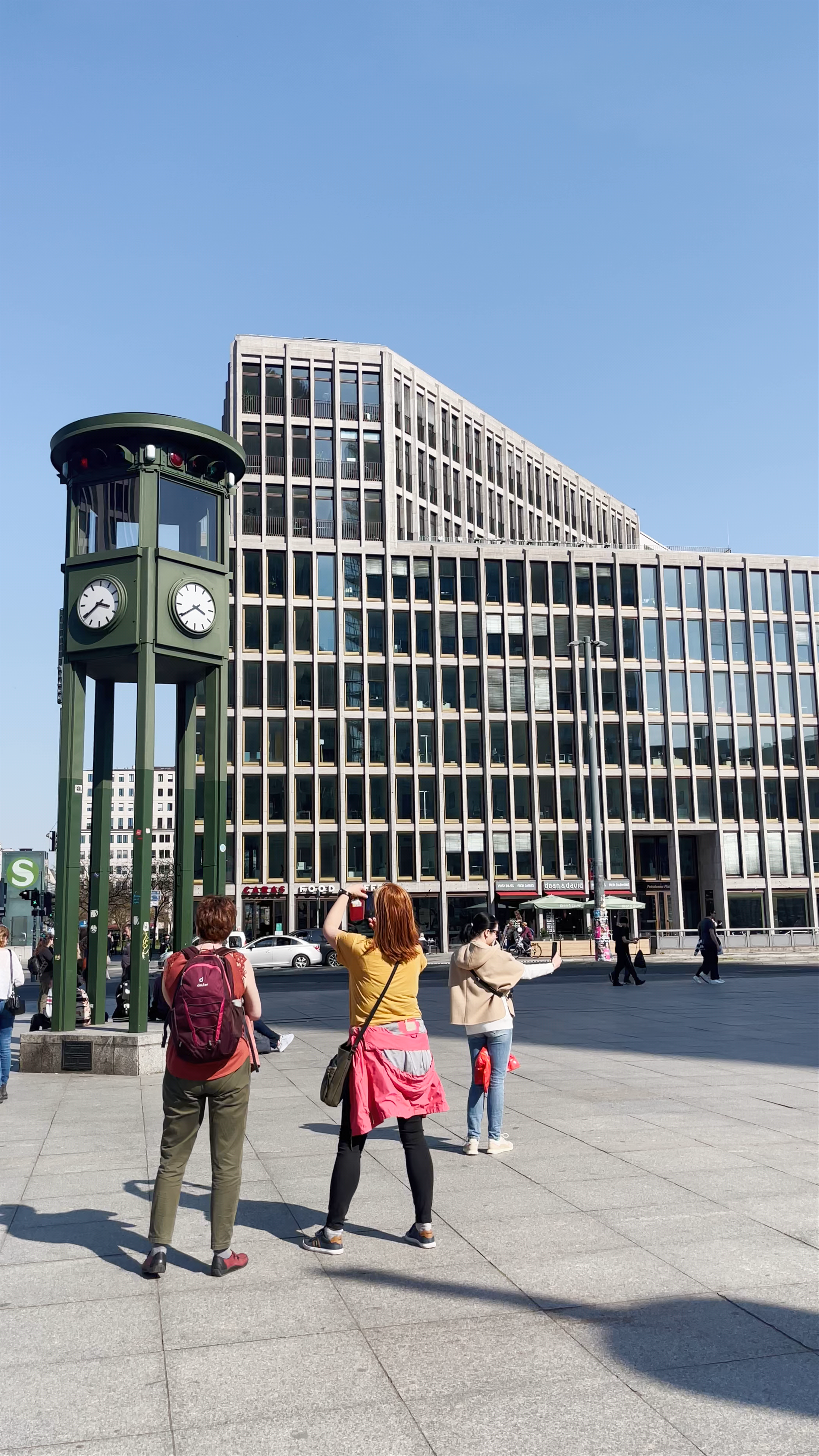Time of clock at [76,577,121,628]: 3:39
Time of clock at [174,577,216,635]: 3:39
